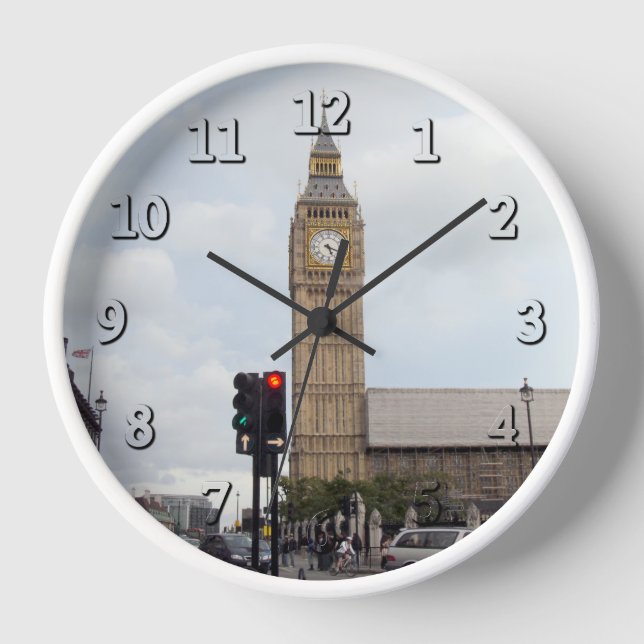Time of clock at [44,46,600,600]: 12:09
